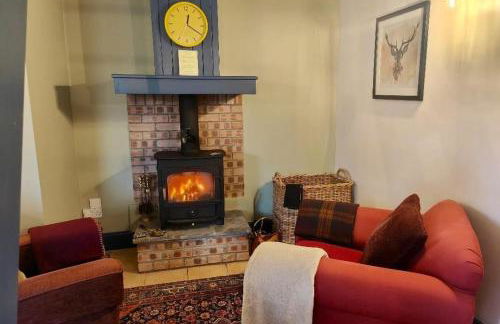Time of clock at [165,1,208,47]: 12:20
